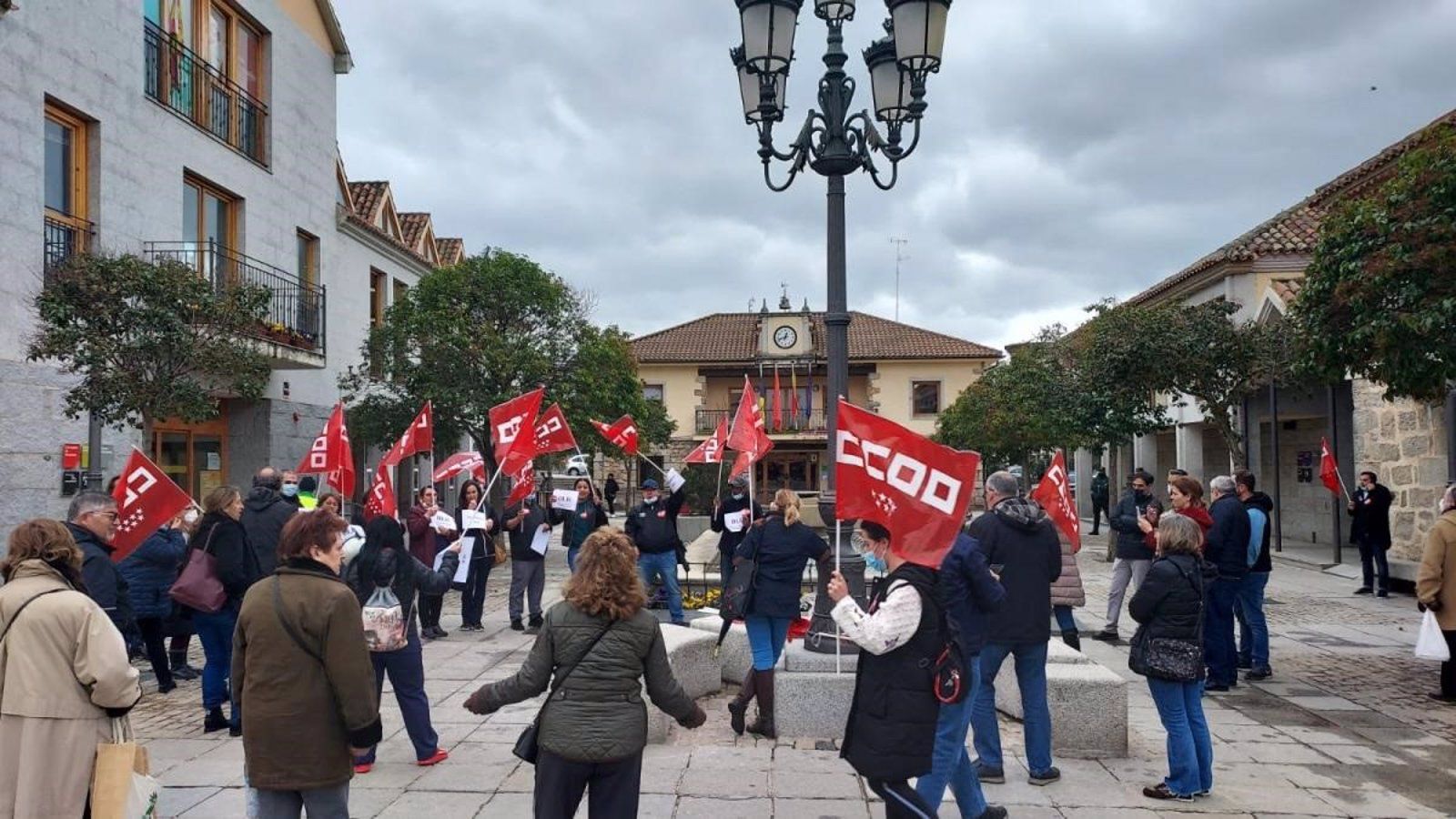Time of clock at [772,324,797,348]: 12:41
